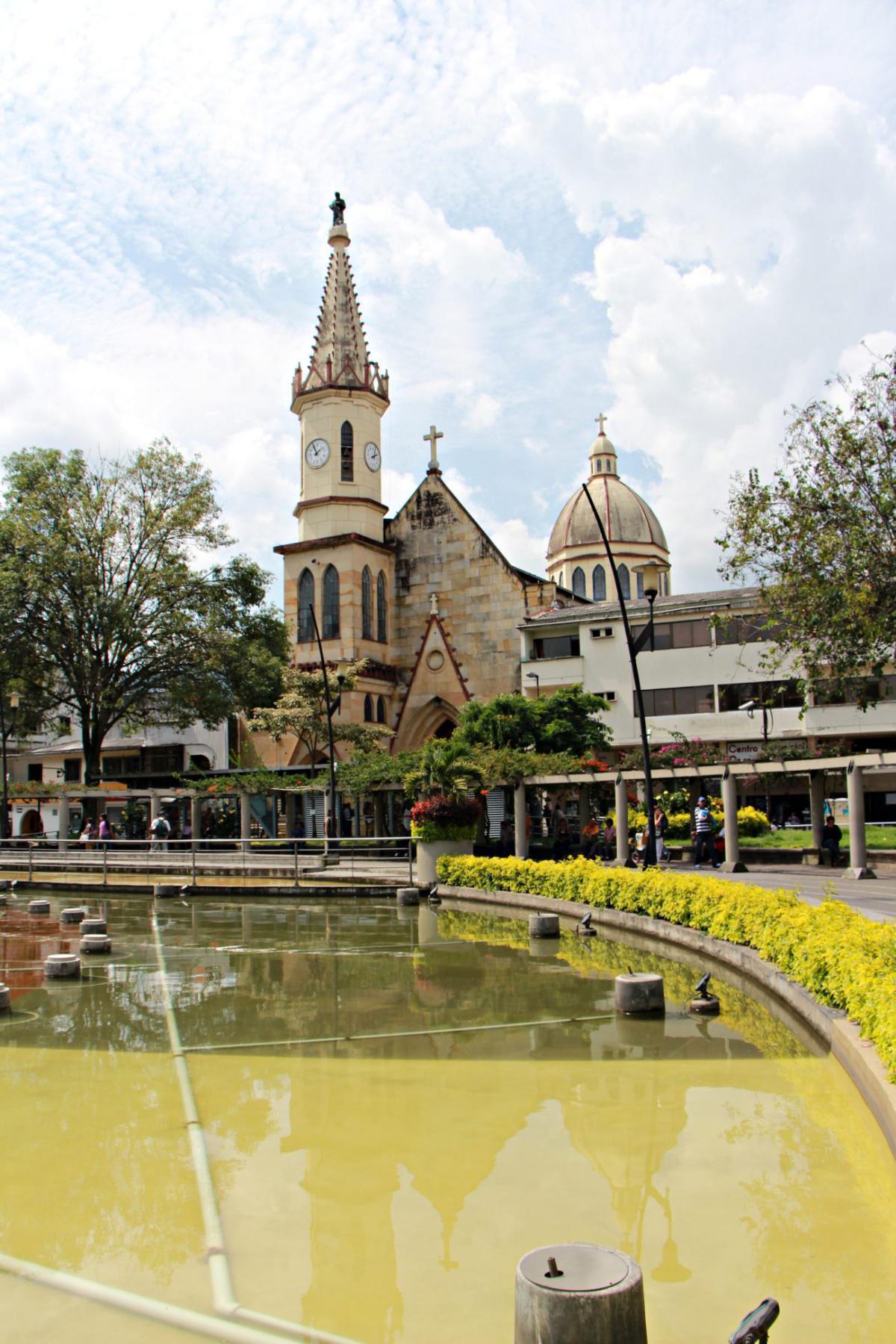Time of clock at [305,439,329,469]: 1:56
